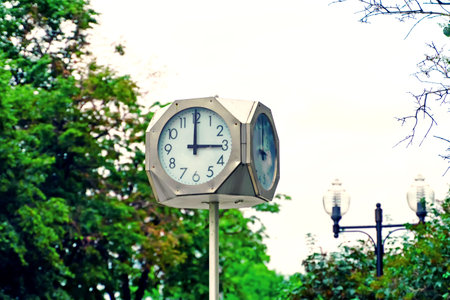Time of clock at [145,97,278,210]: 3:00
